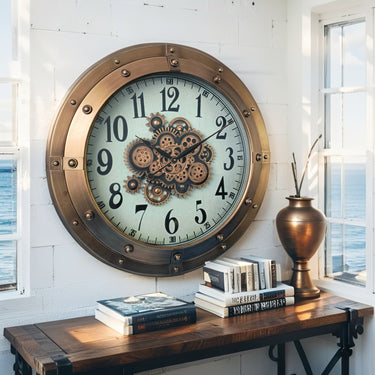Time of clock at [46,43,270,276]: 11:10
